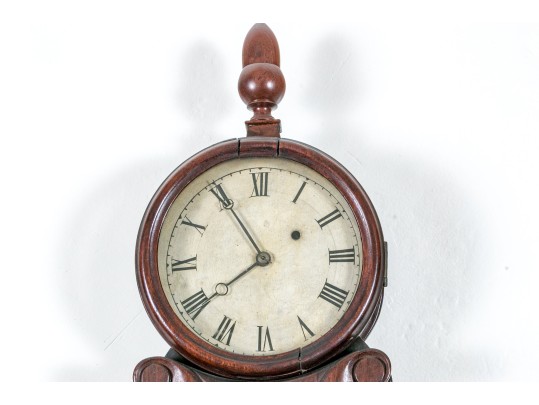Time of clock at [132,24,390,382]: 7:55
